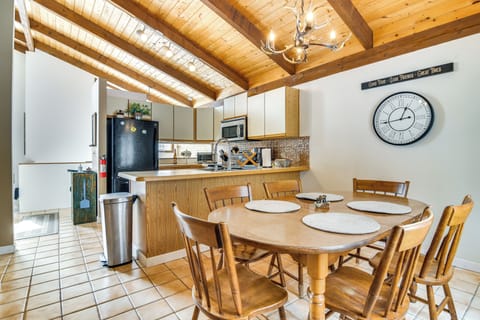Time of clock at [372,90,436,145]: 12:43
